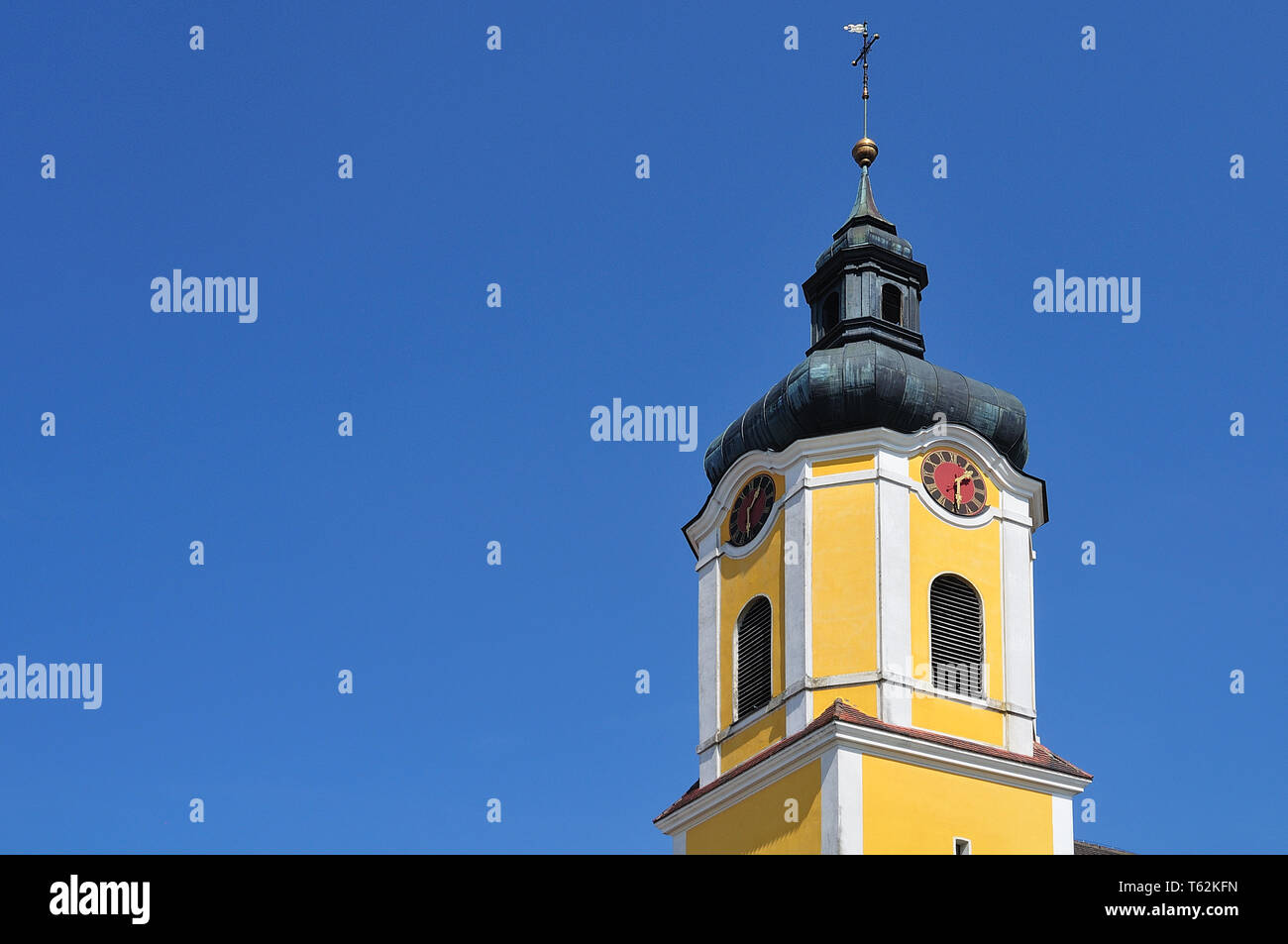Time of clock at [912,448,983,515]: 1:30
